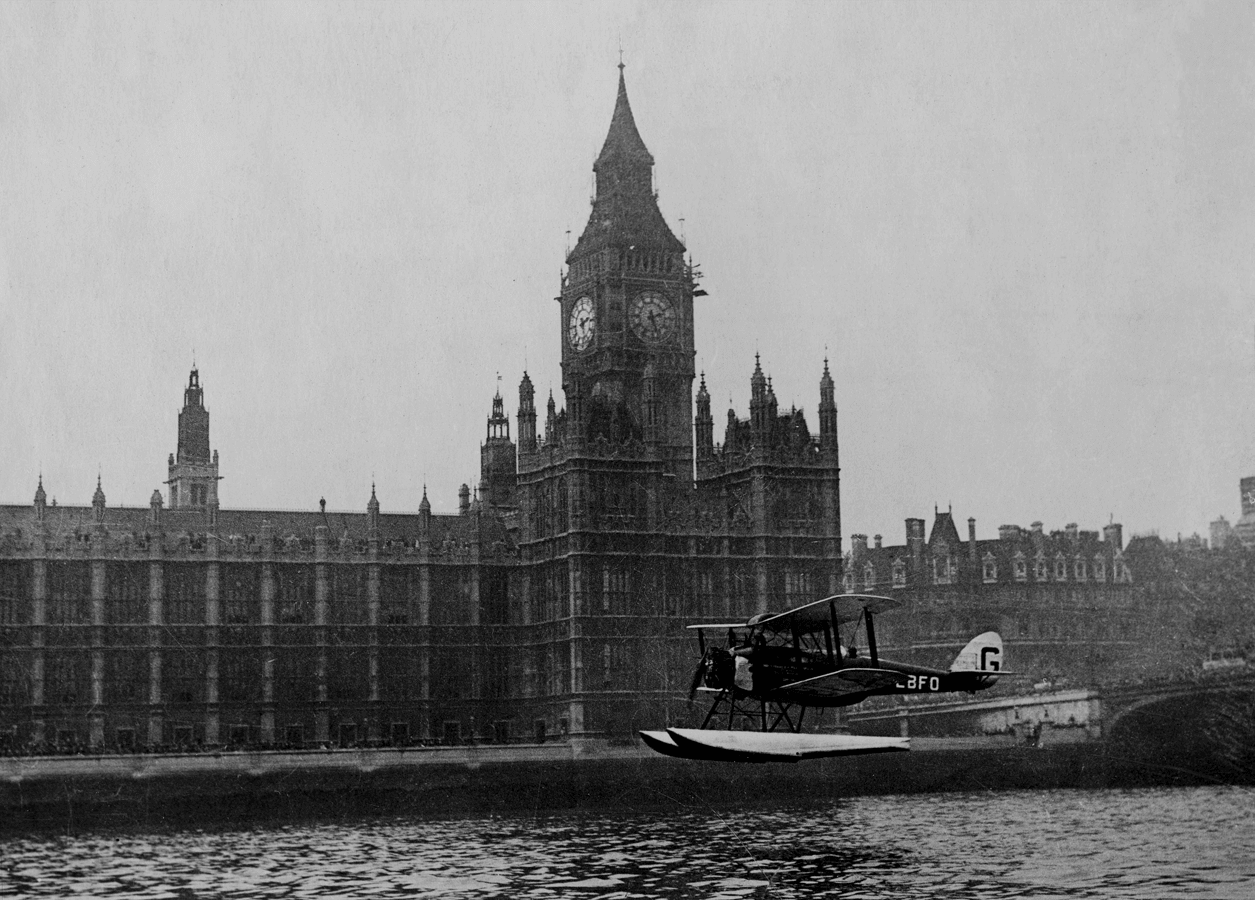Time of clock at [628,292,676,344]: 2:27
